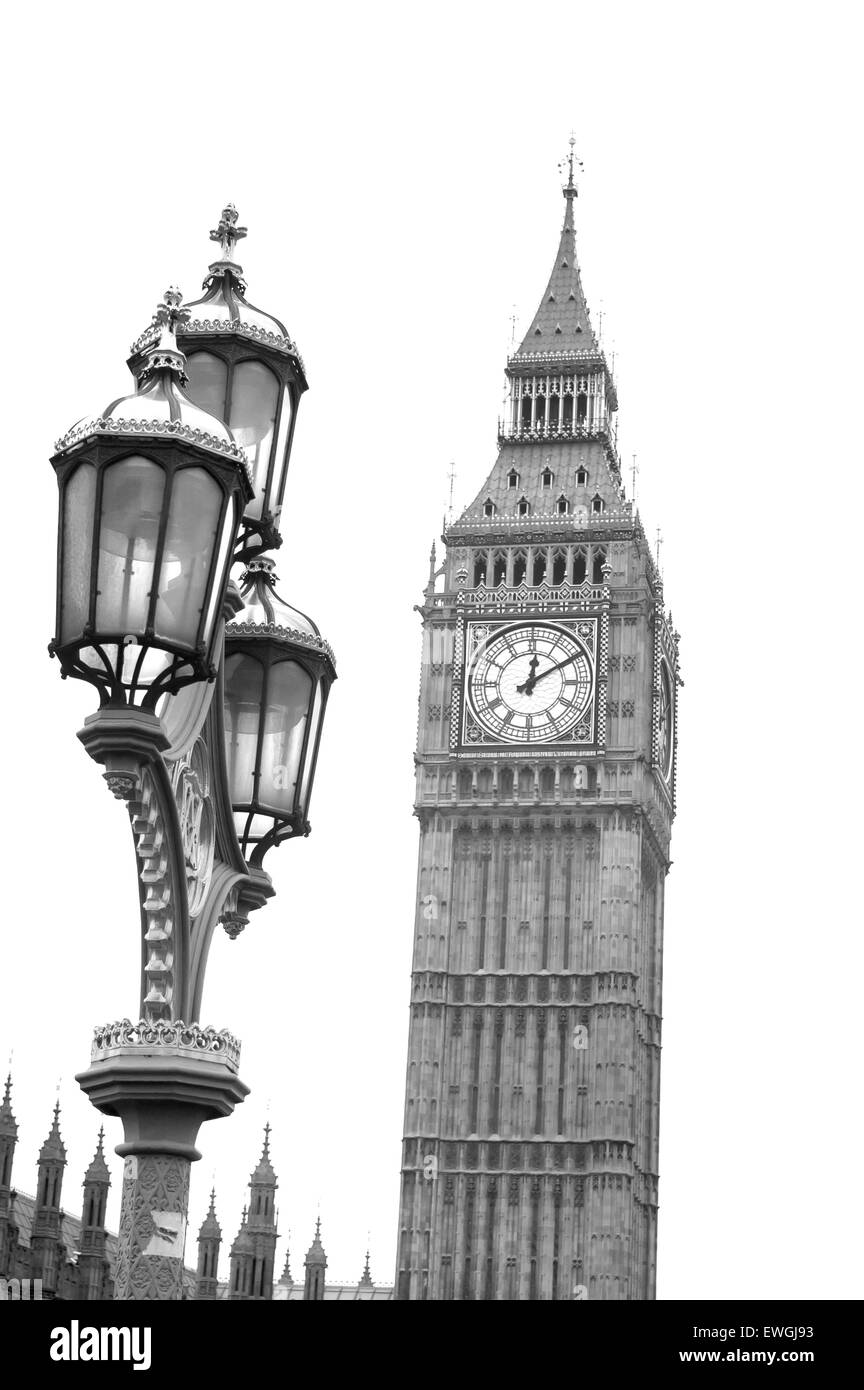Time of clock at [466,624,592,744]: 12:09
